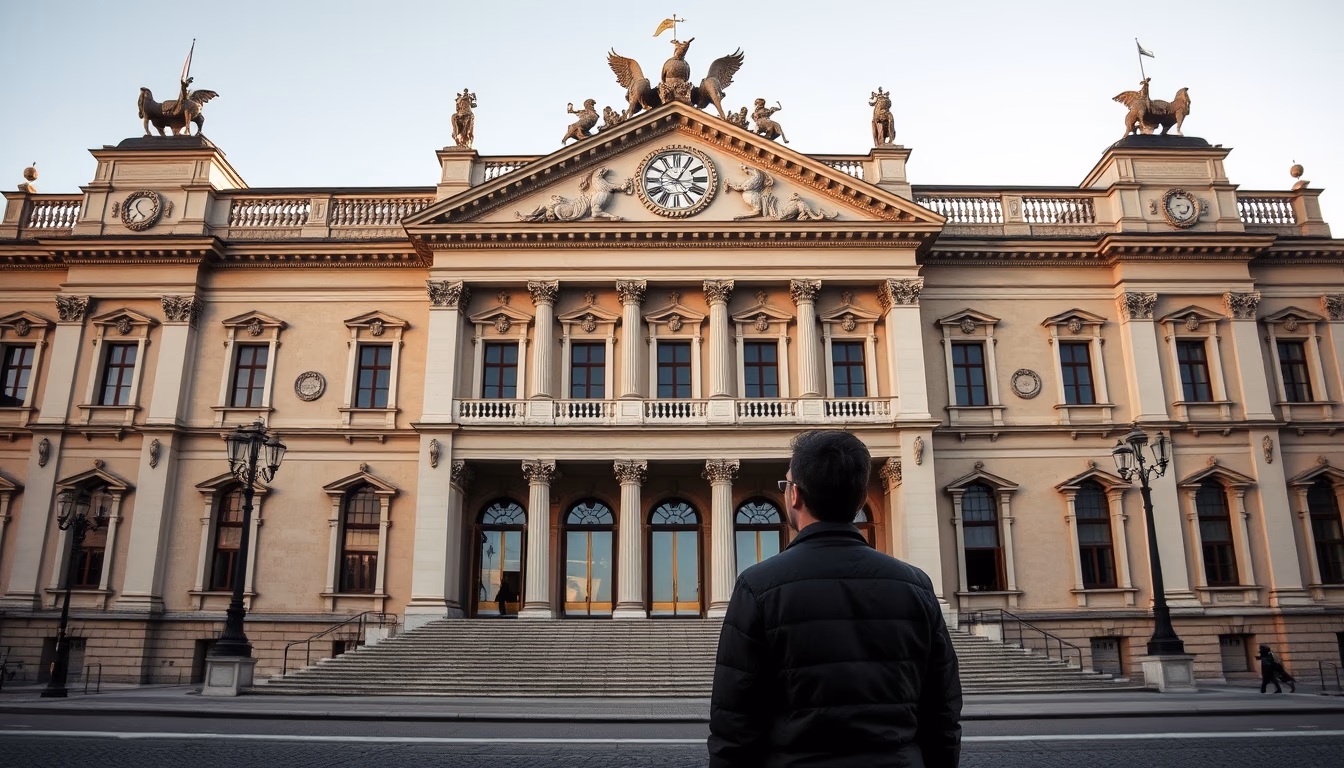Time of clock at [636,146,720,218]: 12:50
